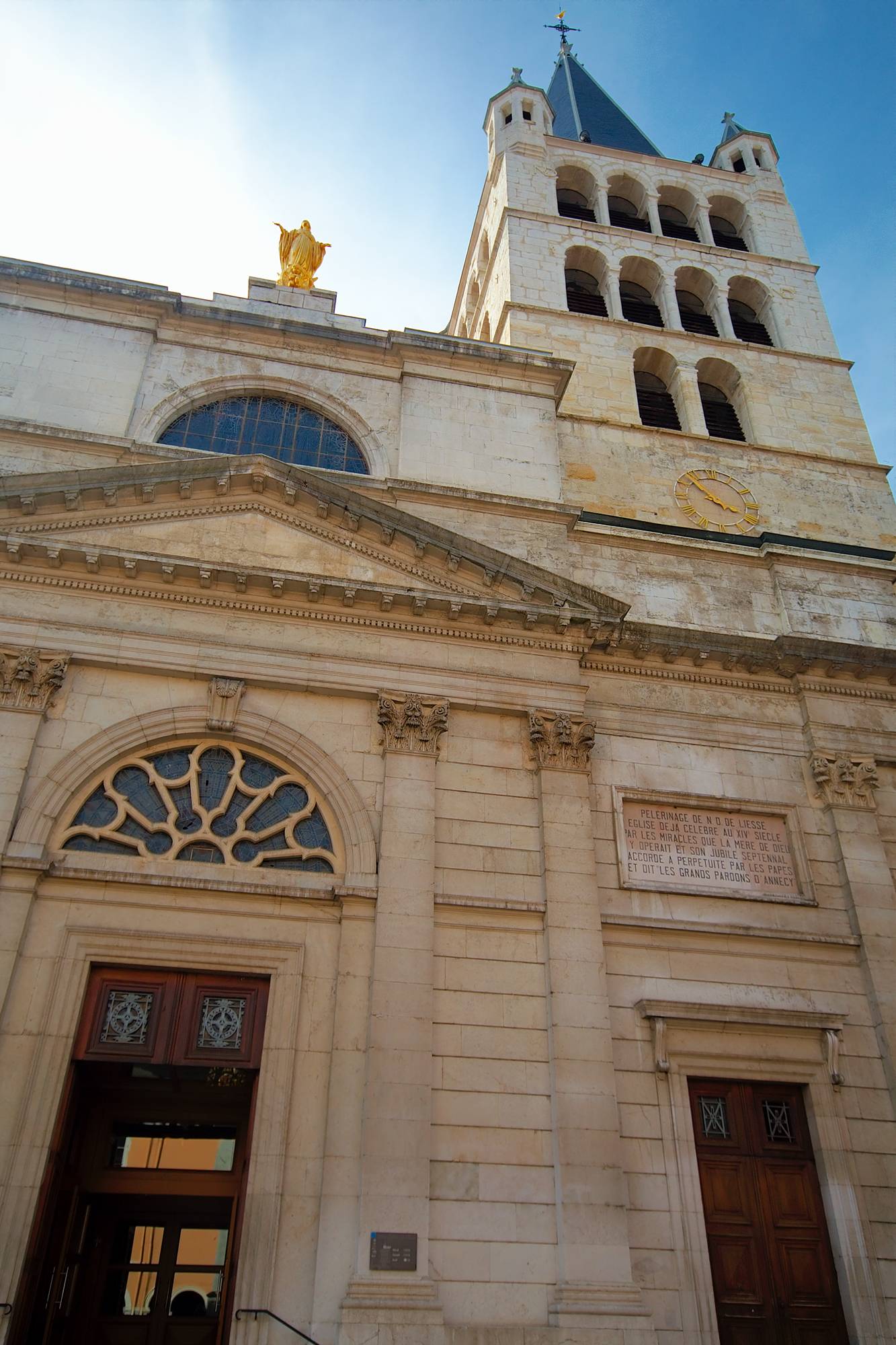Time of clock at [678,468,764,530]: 3:52
